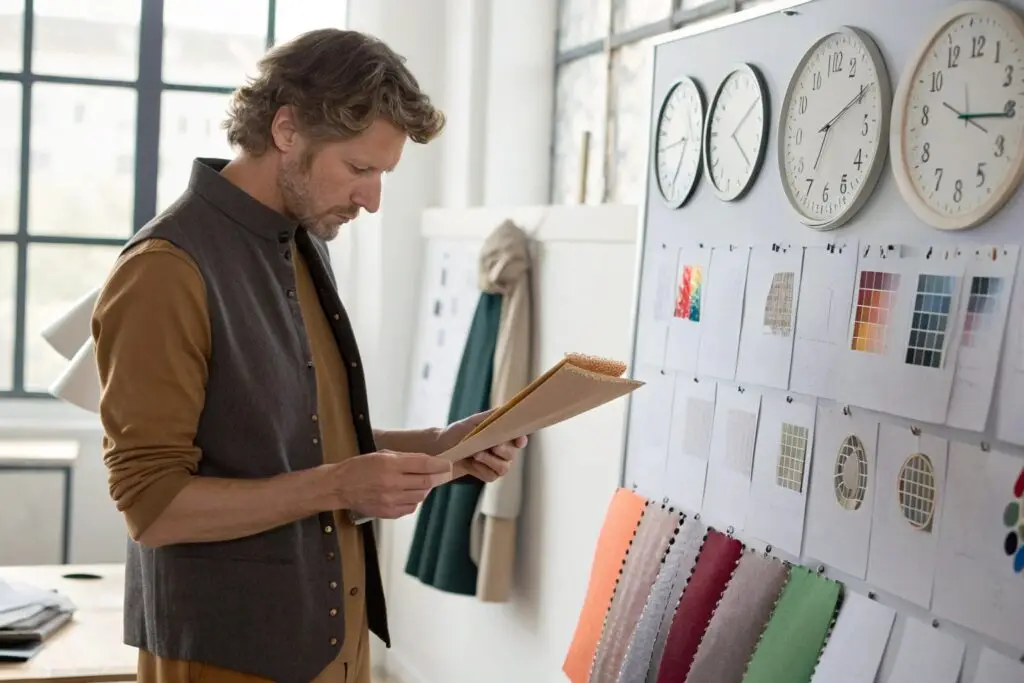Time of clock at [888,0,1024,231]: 3:15
